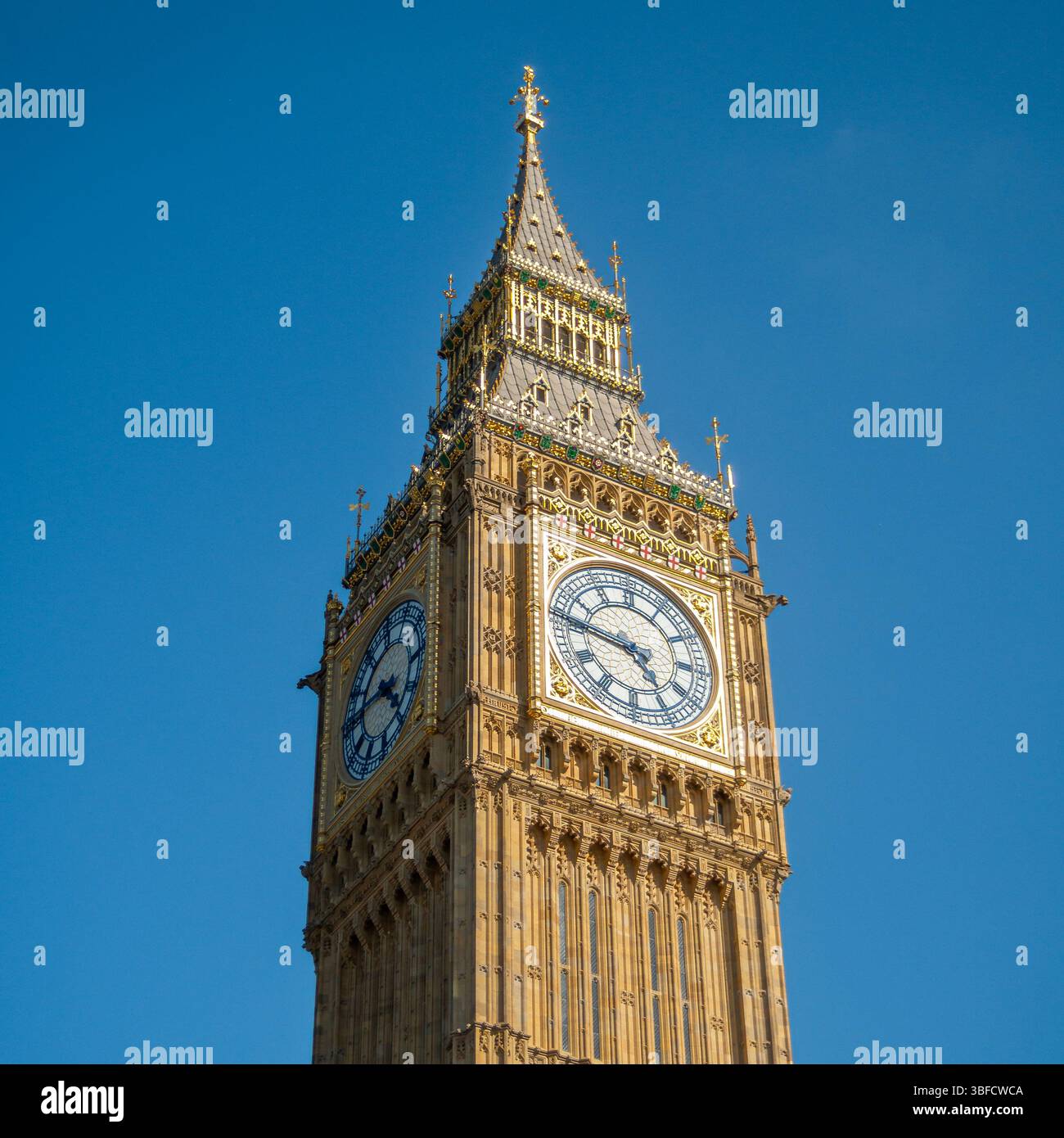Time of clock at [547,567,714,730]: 4:45
